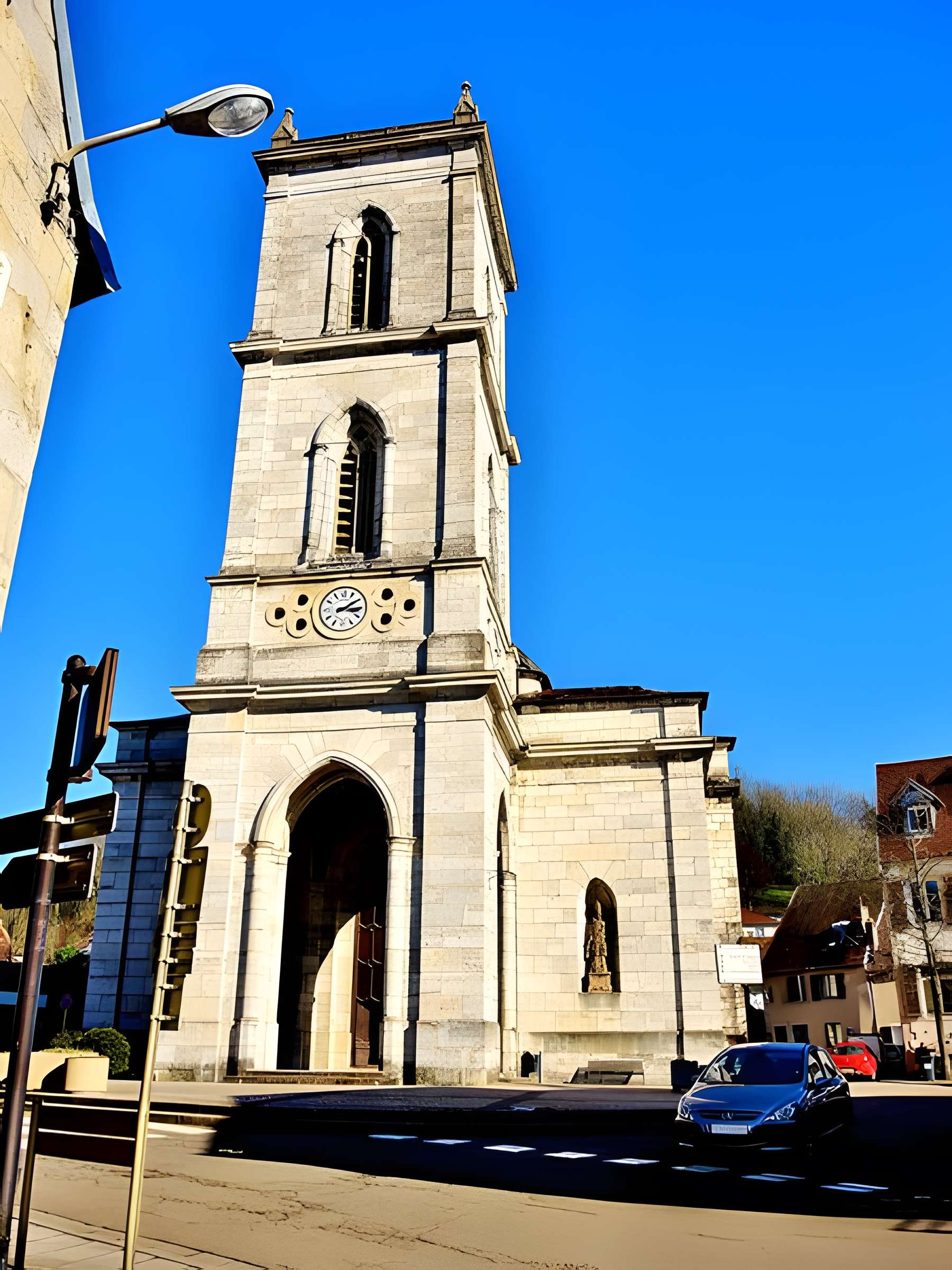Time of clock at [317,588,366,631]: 3:09
